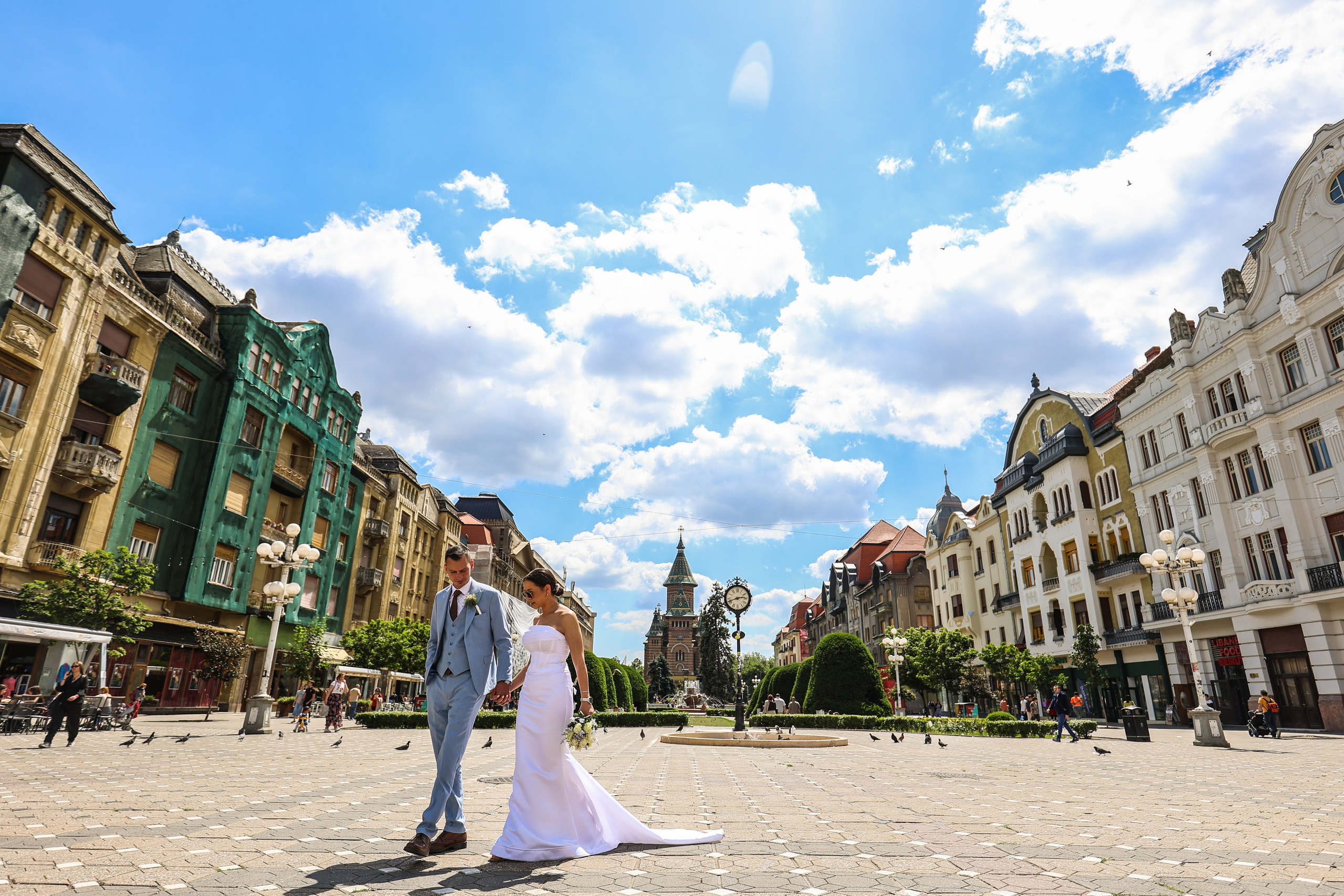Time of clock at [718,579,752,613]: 2:41
